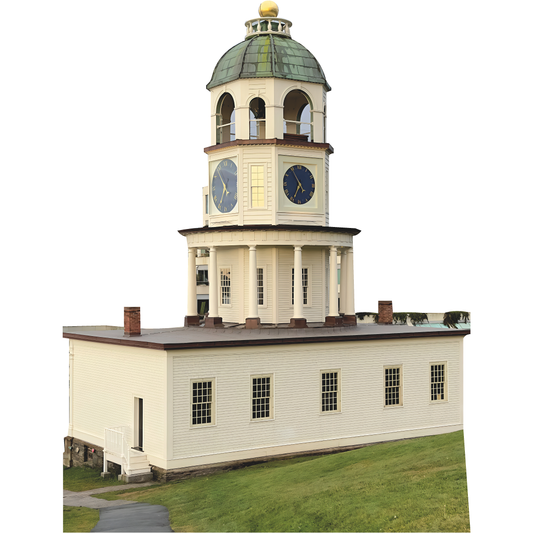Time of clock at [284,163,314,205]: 6:54
